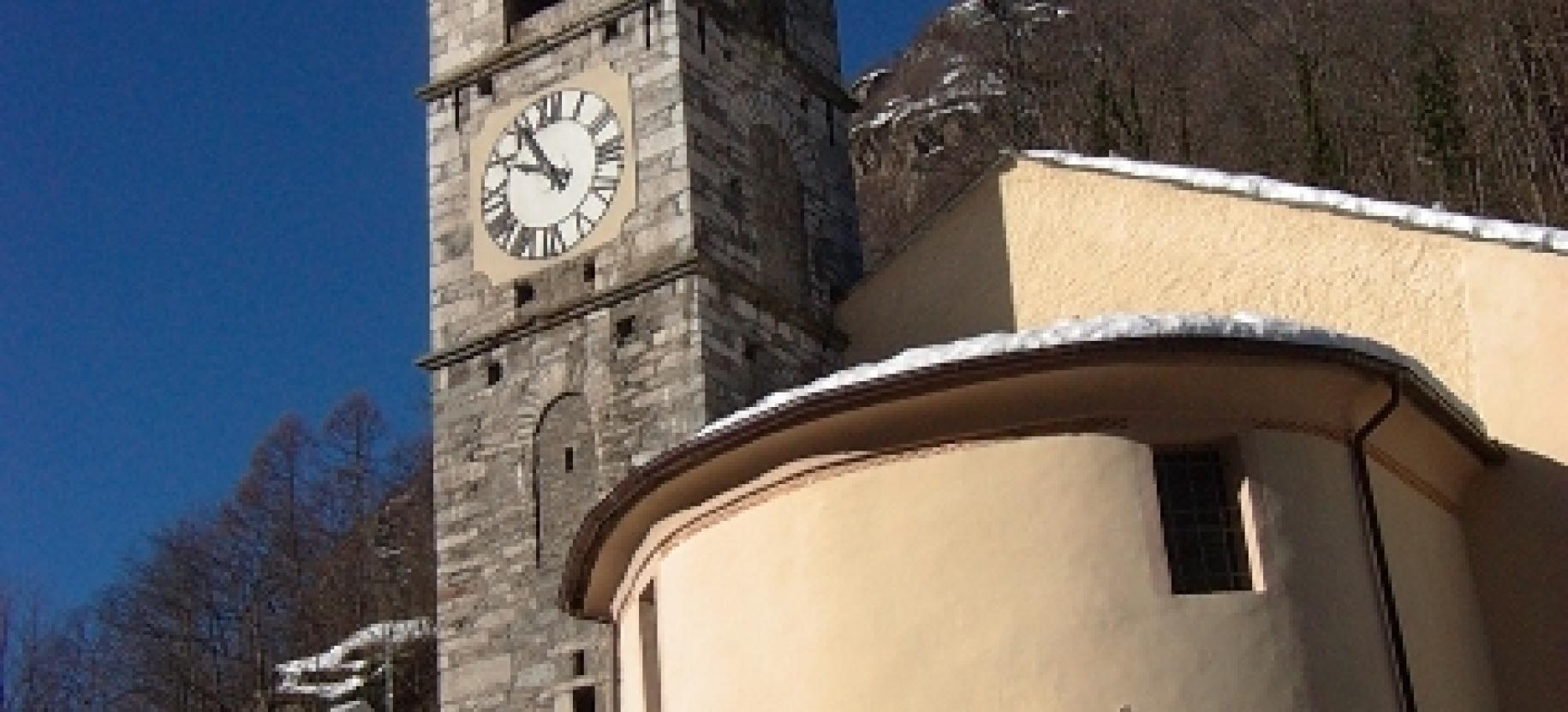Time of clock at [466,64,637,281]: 9:54
